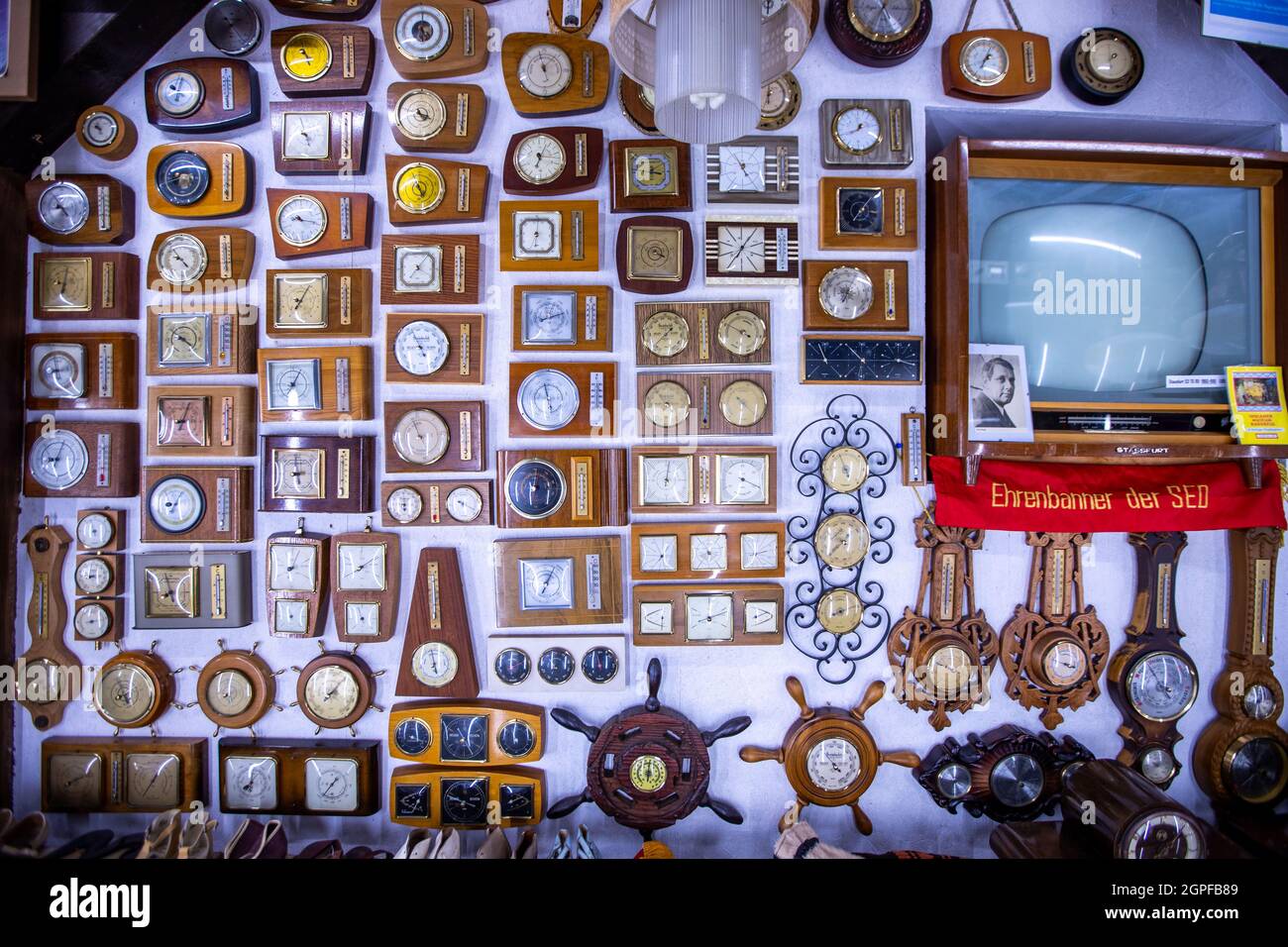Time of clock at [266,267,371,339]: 7:04
